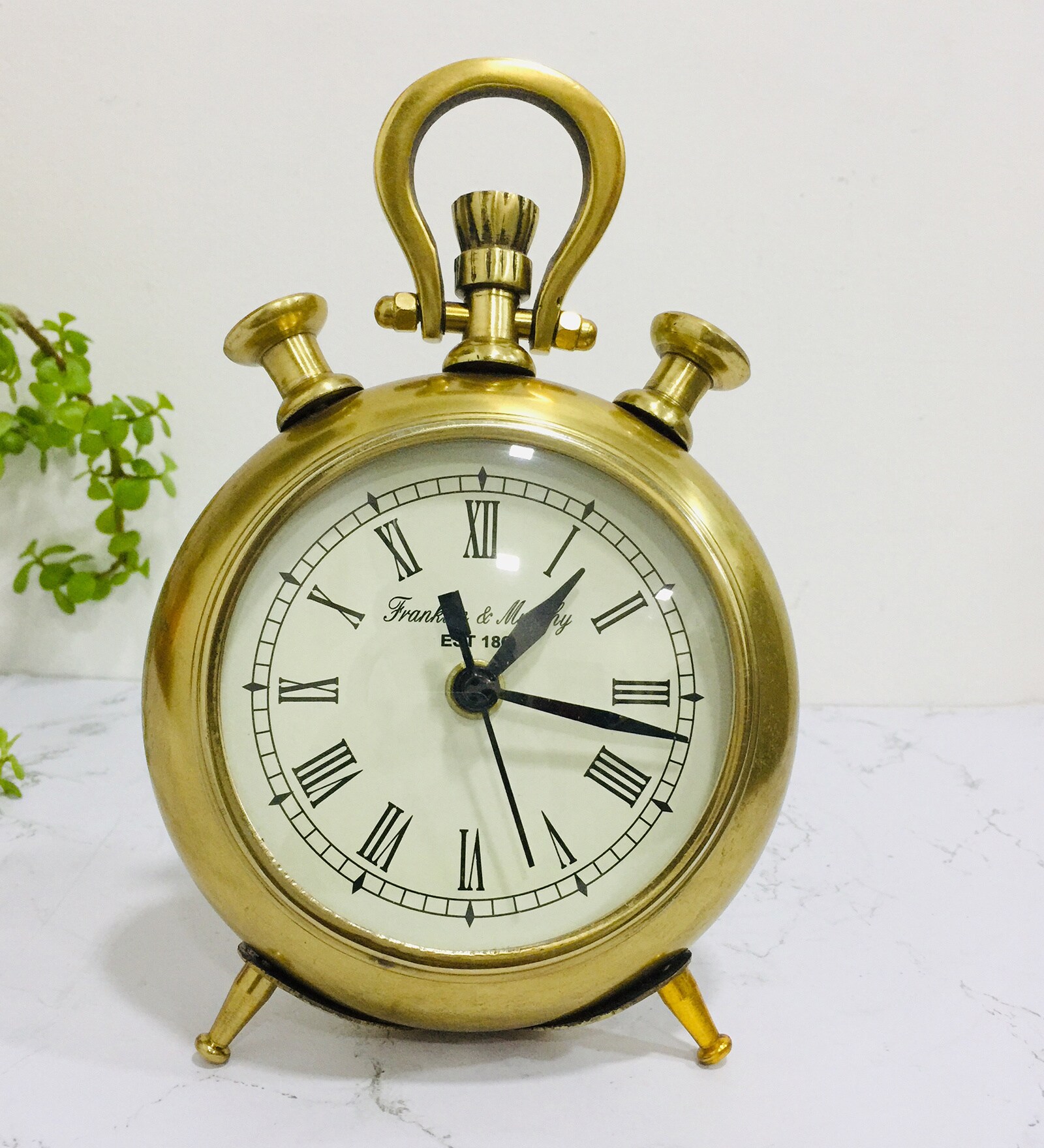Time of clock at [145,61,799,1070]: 11:16
